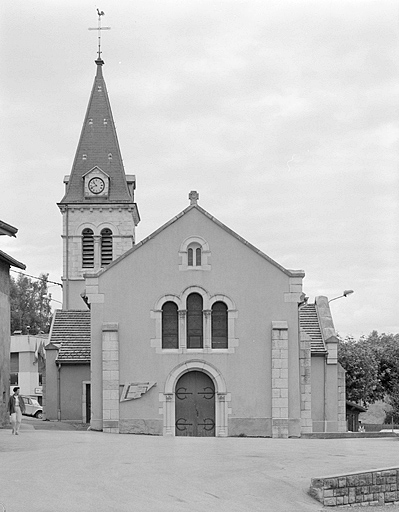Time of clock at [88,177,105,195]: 10:41
